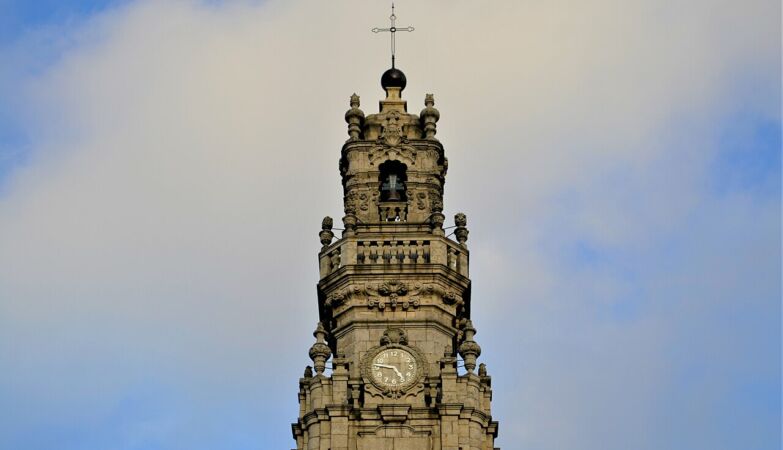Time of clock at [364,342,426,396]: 4:46
